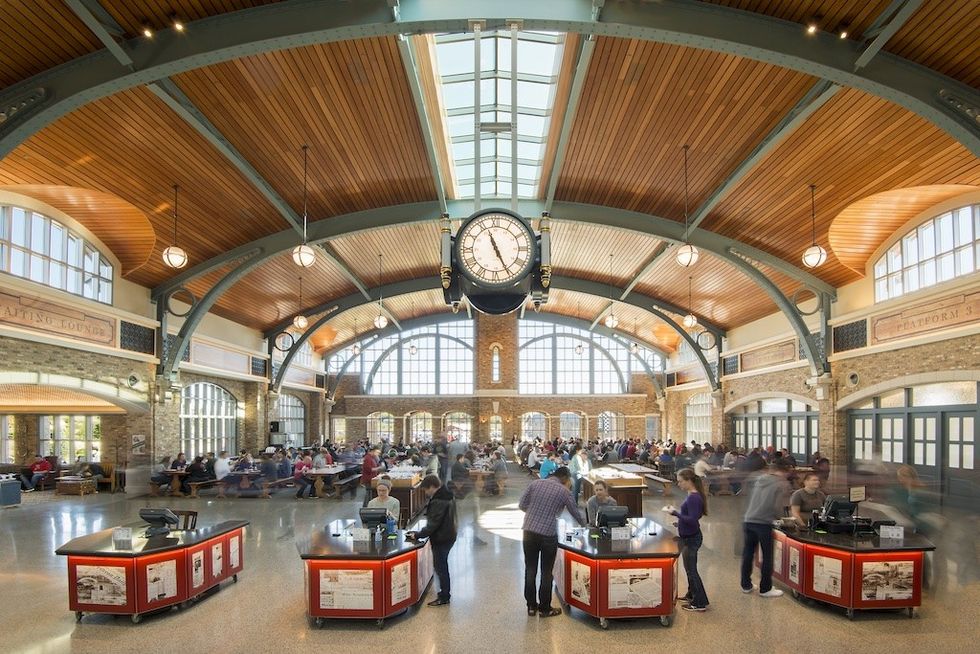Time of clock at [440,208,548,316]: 11:25
